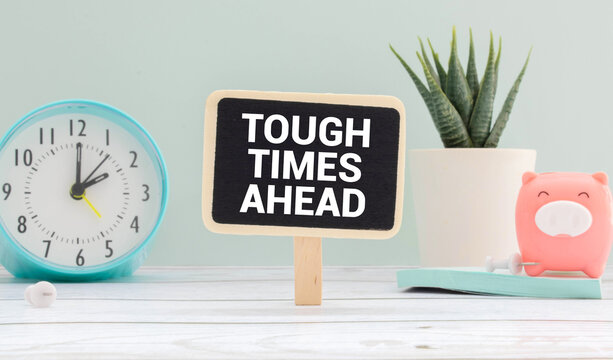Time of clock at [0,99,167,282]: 2:00
